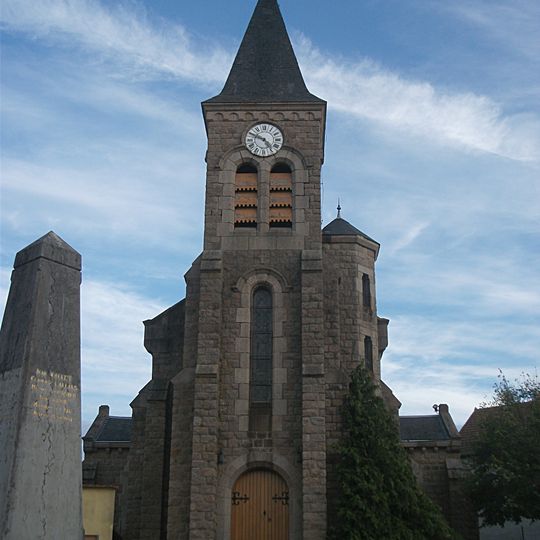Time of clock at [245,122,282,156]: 4:48
